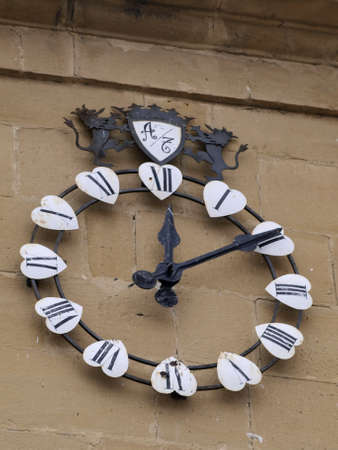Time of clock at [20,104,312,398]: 12:09
